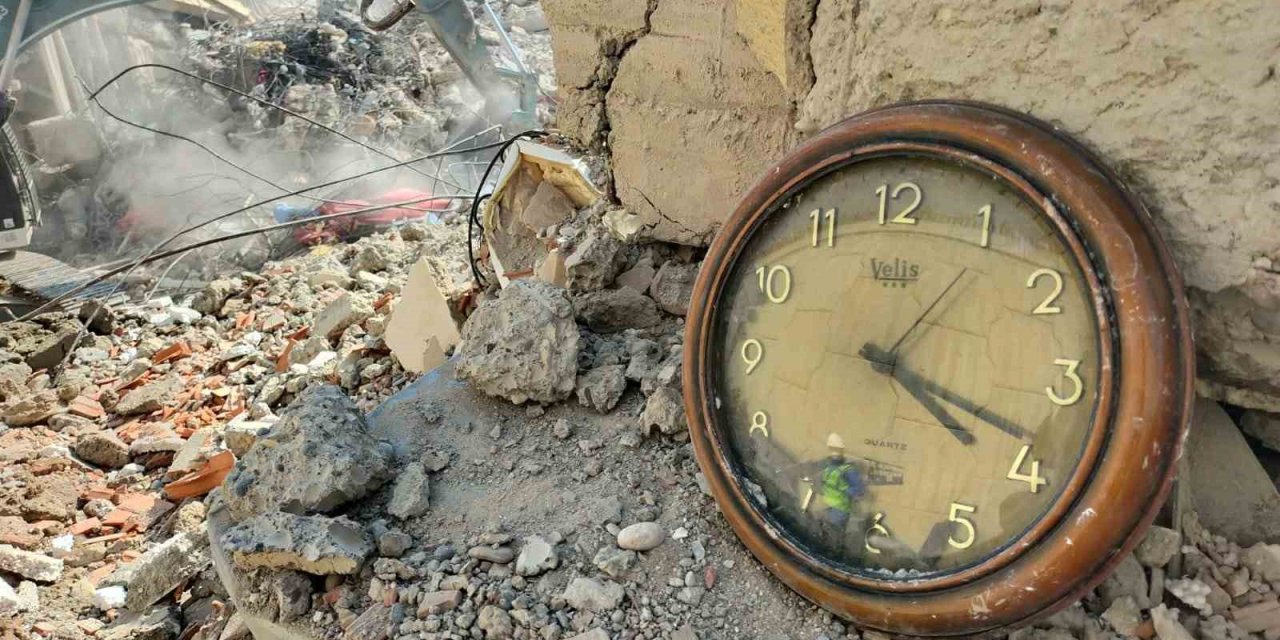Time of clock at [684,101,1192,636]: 4:18
